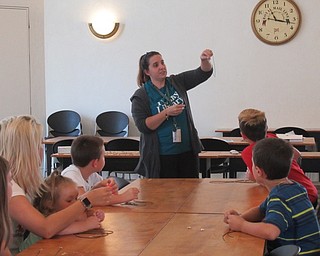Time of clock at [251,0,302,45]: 11:16
